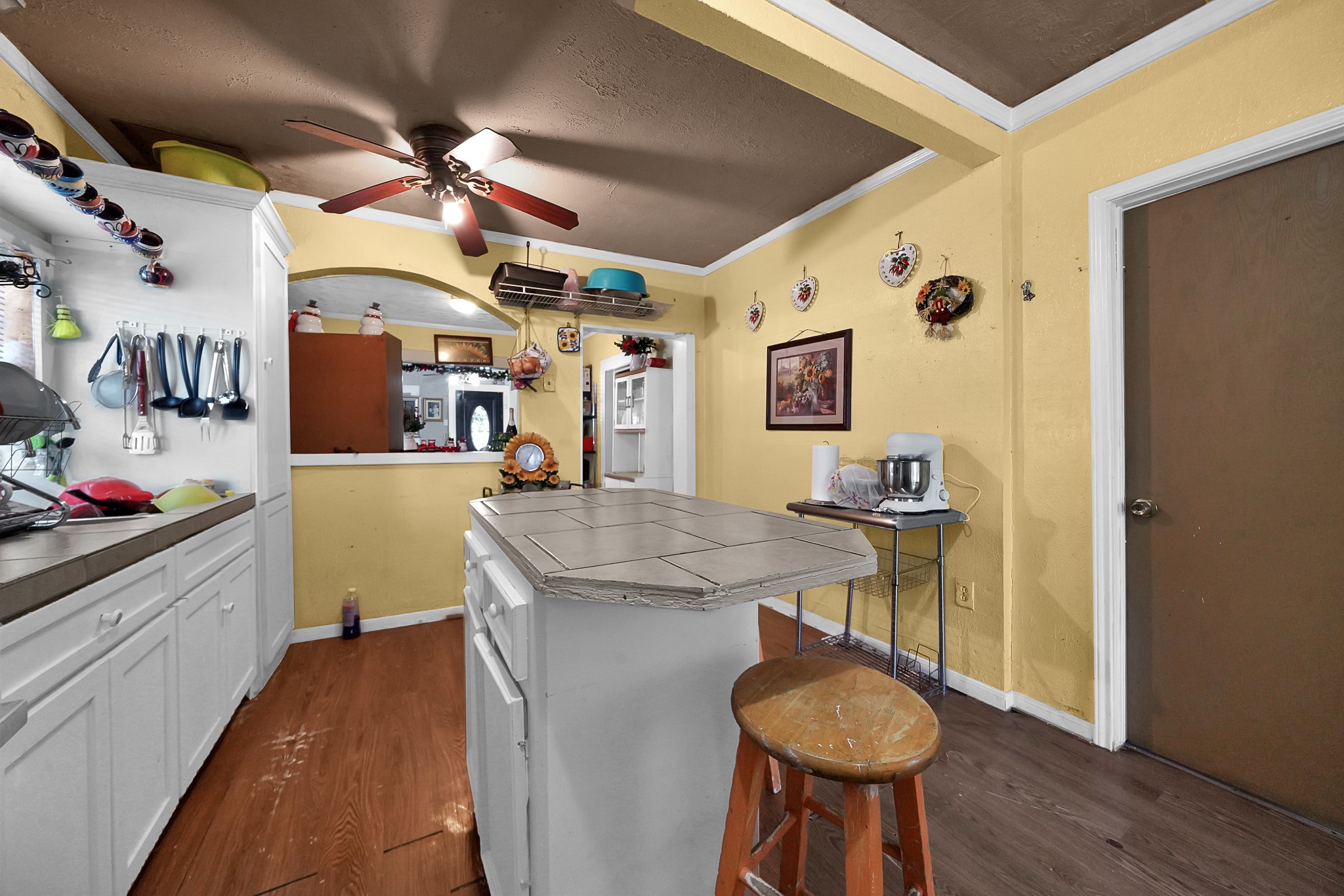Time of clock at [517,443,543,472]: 7:05
